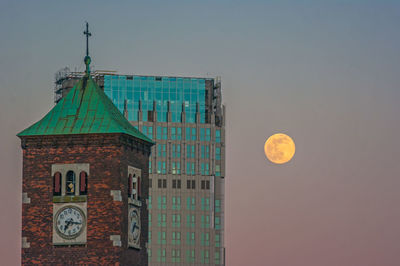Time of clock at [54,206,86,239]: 7:16
